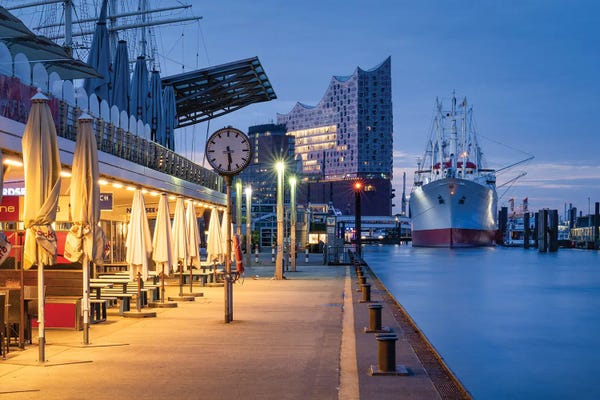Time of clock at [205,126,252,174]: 5:29
